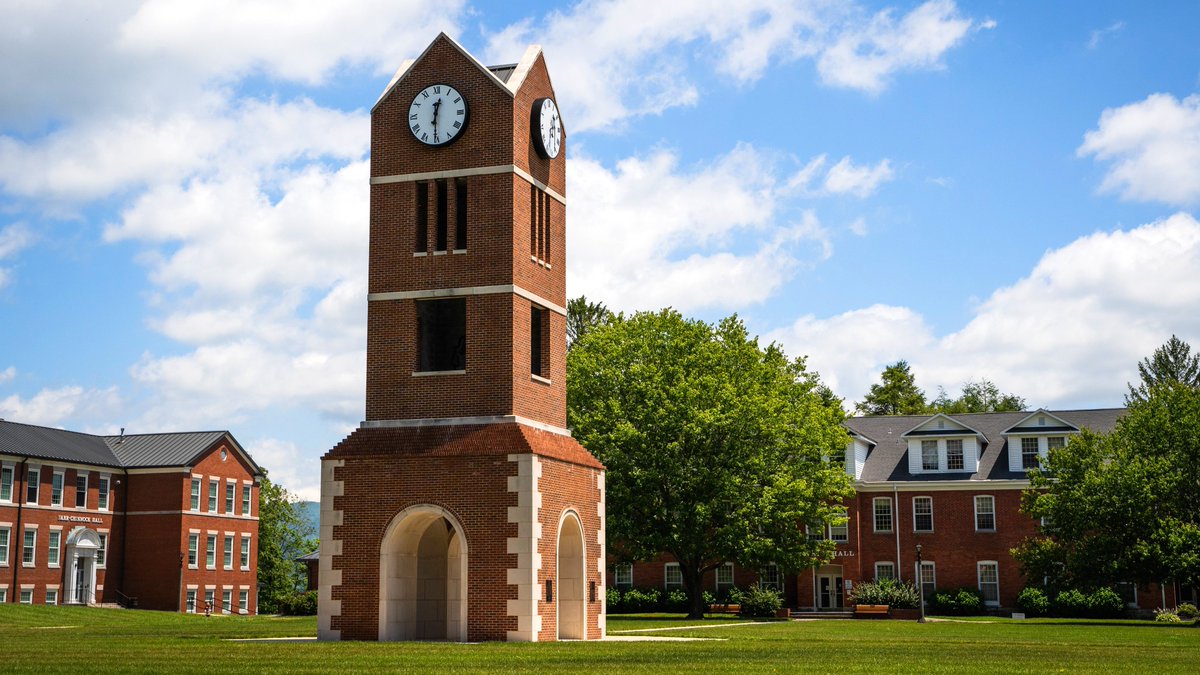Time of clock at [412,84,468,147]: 12:30
